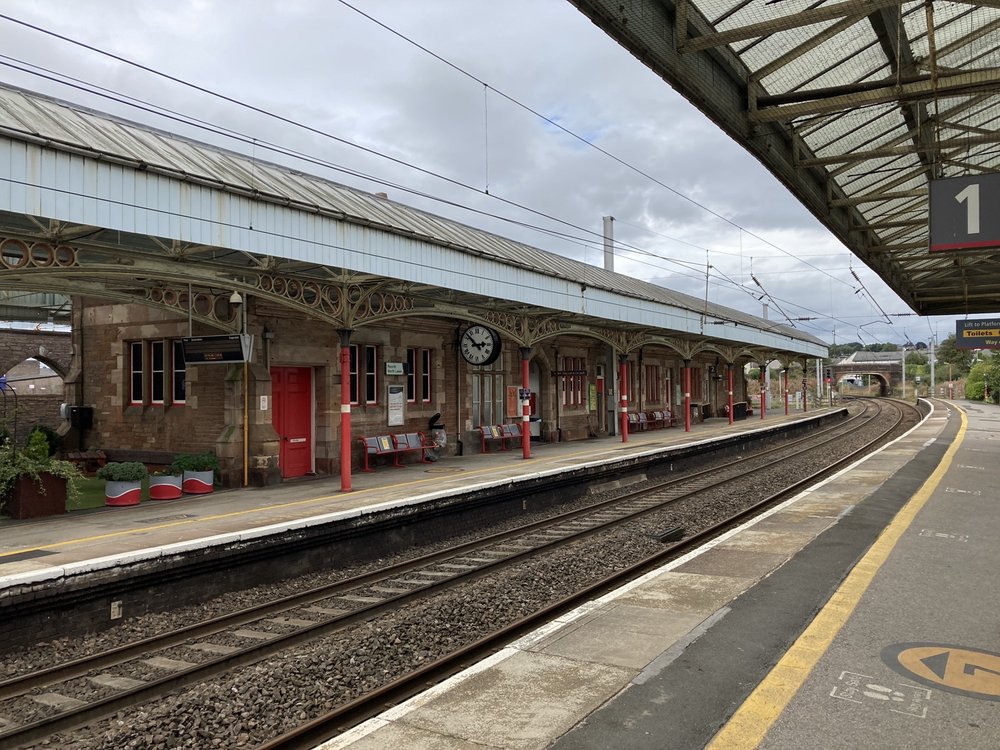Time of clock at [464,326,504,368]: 2:52
